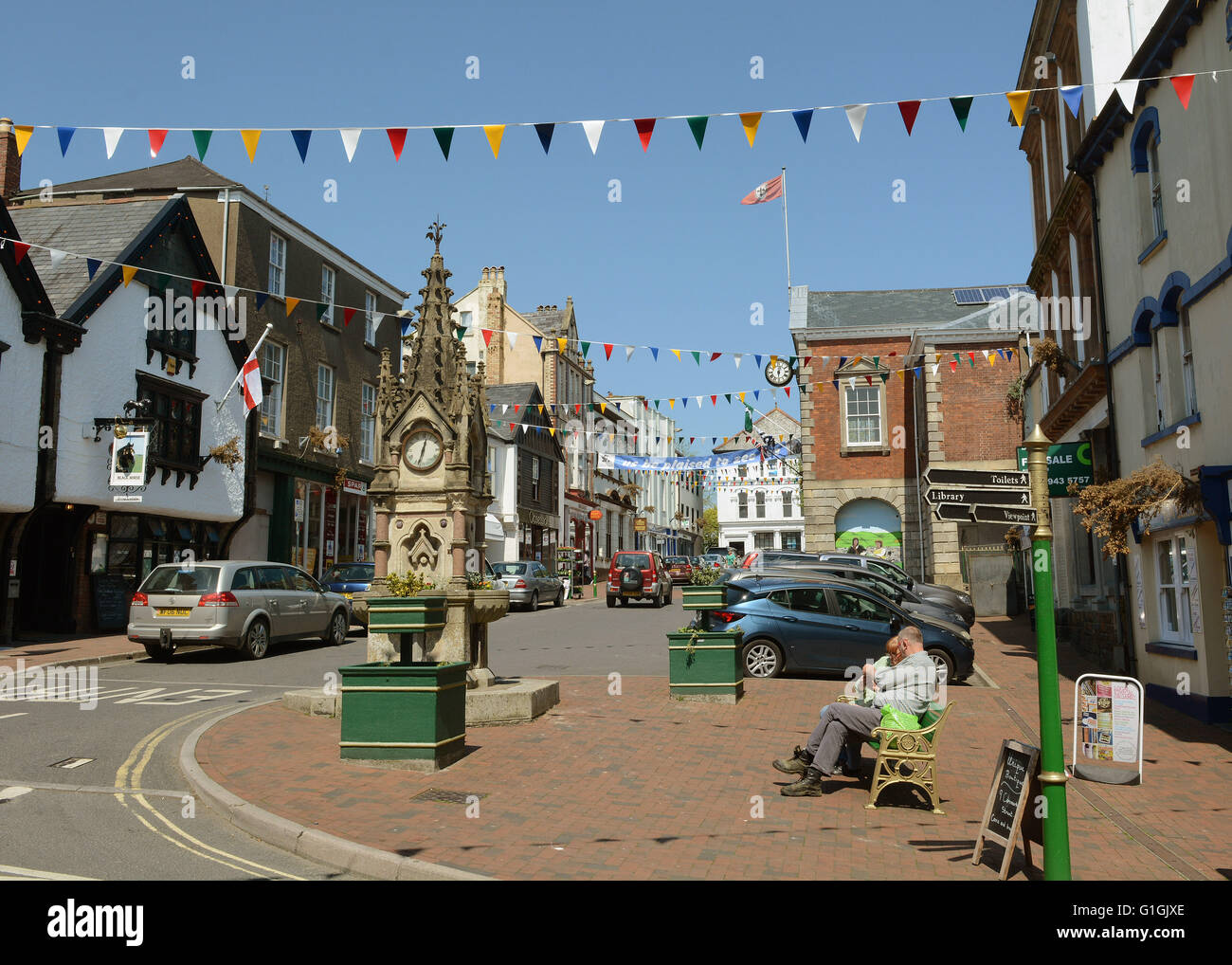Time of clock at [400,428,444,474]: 12:32
